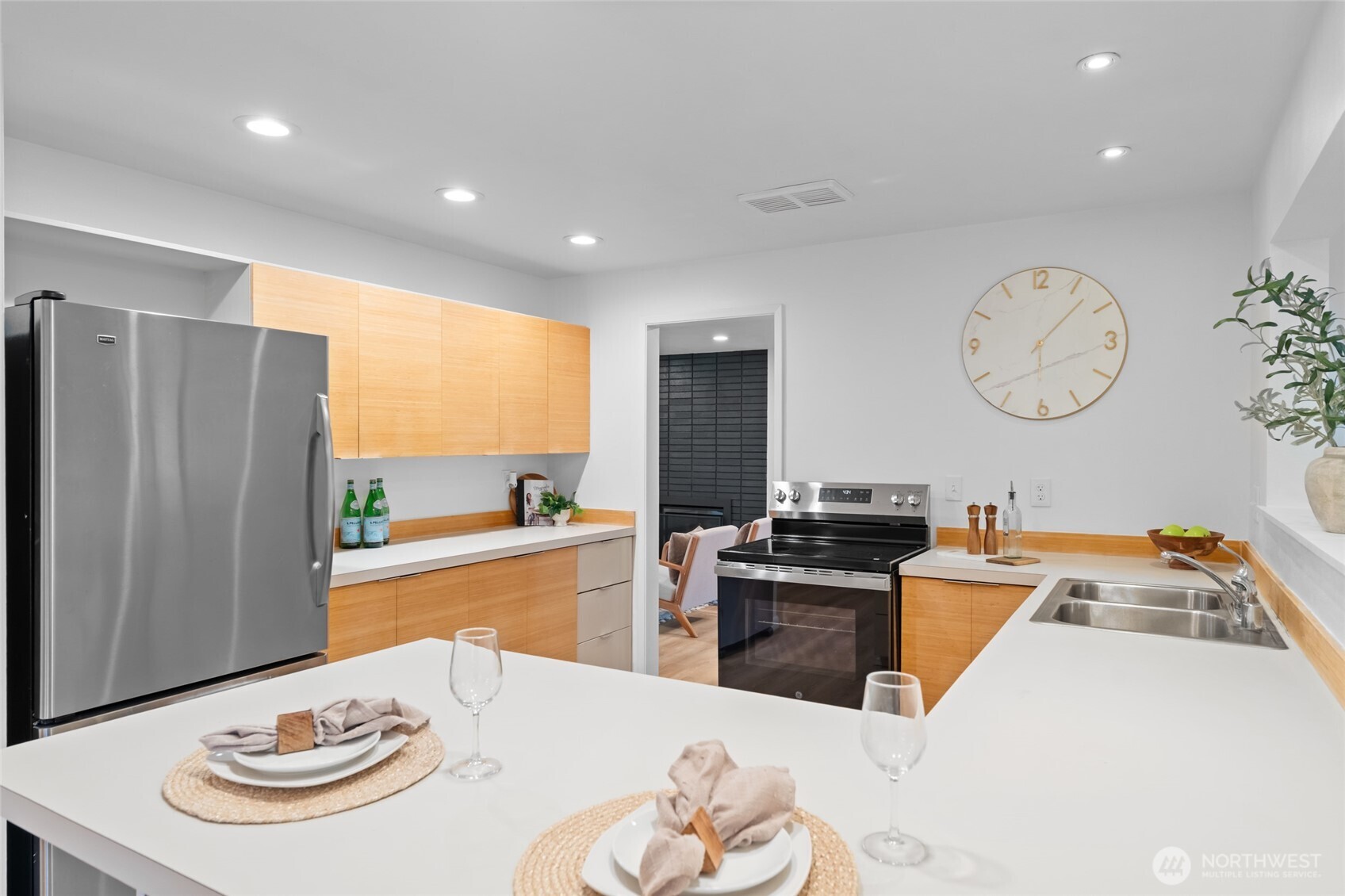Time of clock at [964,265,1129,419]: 6:07
